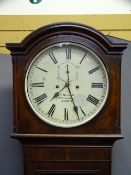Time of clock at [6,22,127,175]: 7:26
